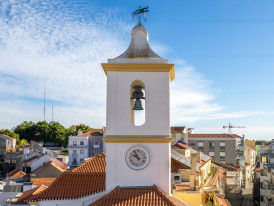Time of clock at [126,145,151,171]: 9:54
